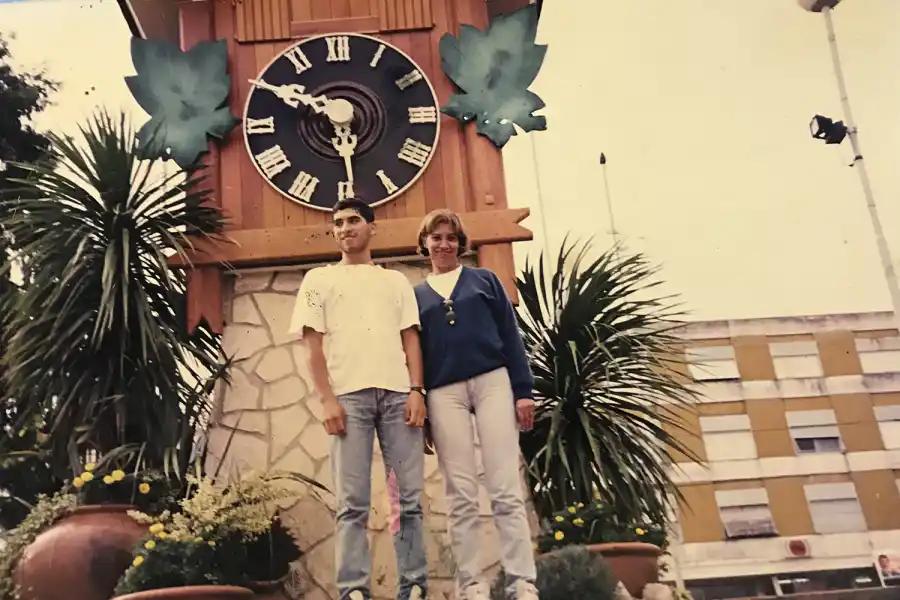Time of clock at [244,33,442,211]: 5:50
